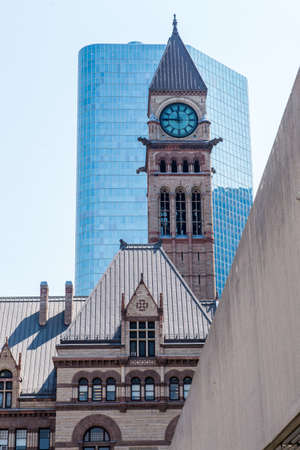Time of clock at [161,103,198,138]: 11:45
